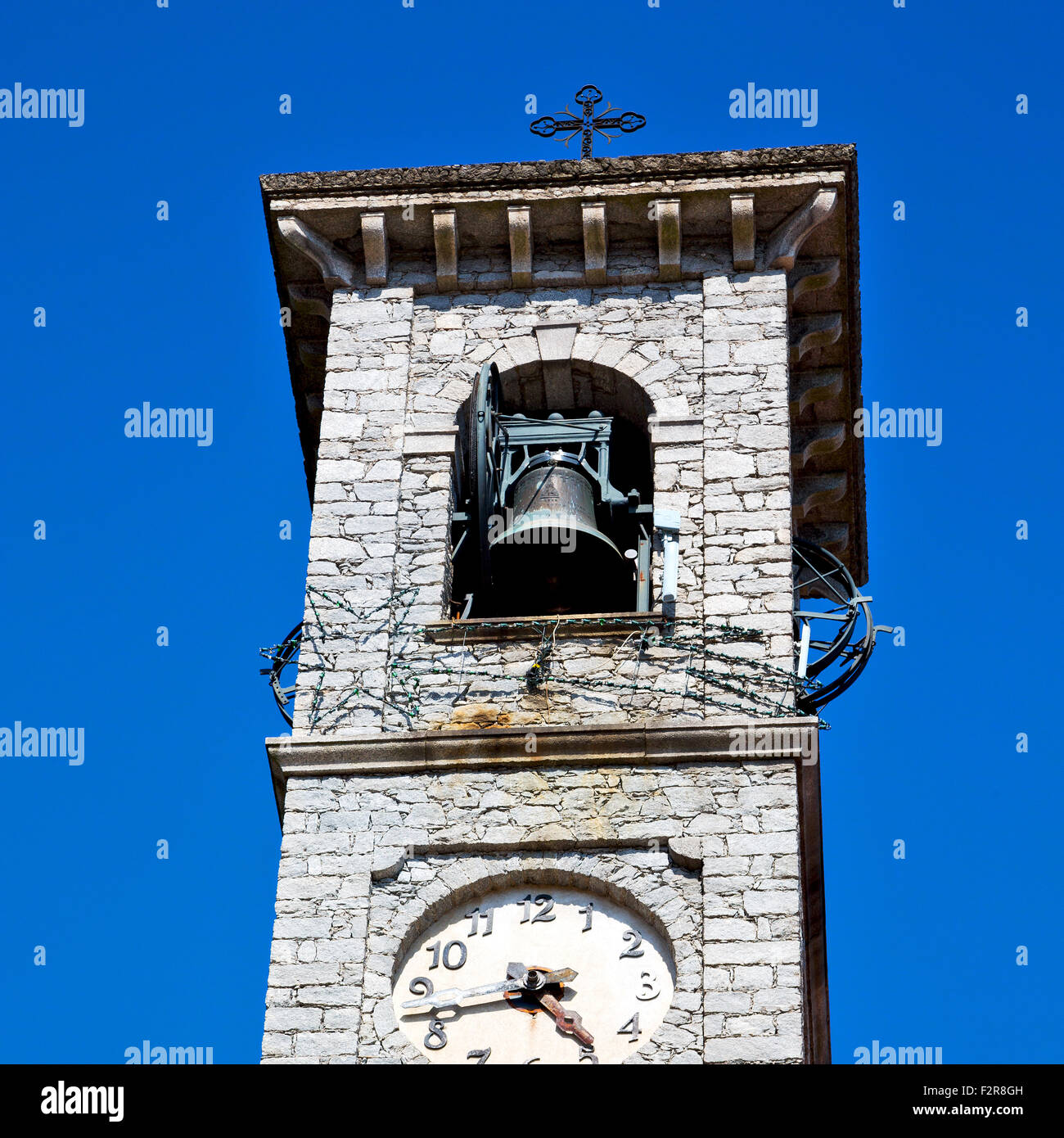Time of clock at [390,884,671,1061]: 4:42
